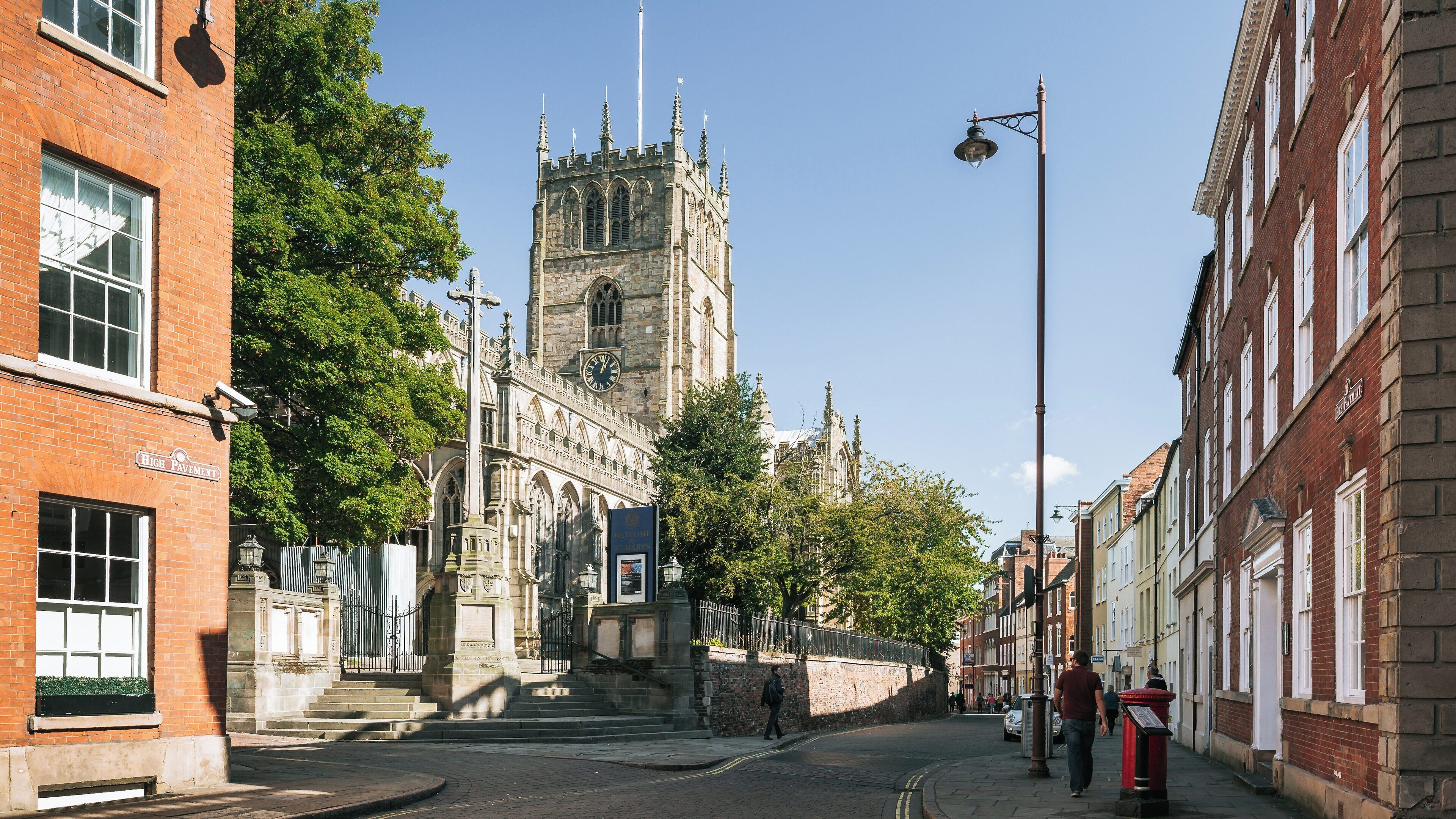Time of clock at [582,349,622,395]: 1:02
